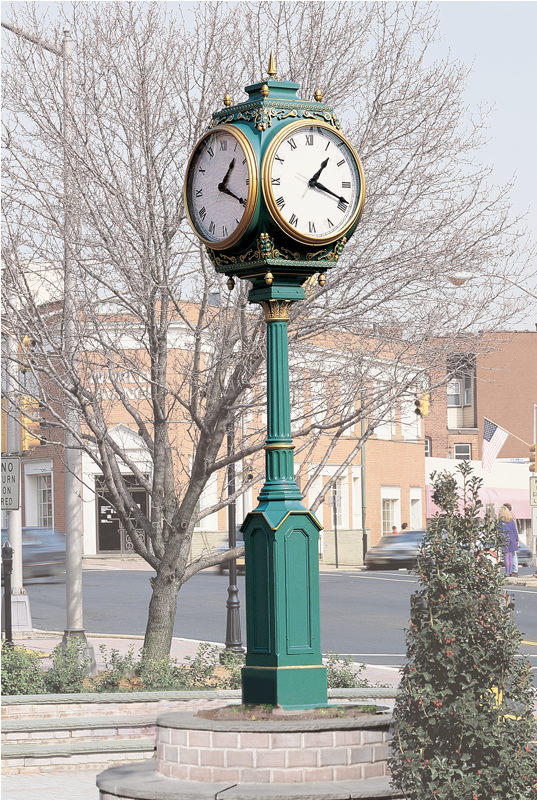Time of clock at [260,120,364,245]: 1:18
